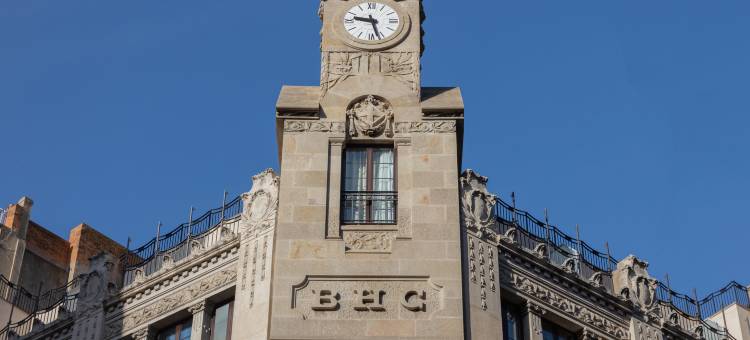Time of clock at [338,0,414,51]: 9:27
